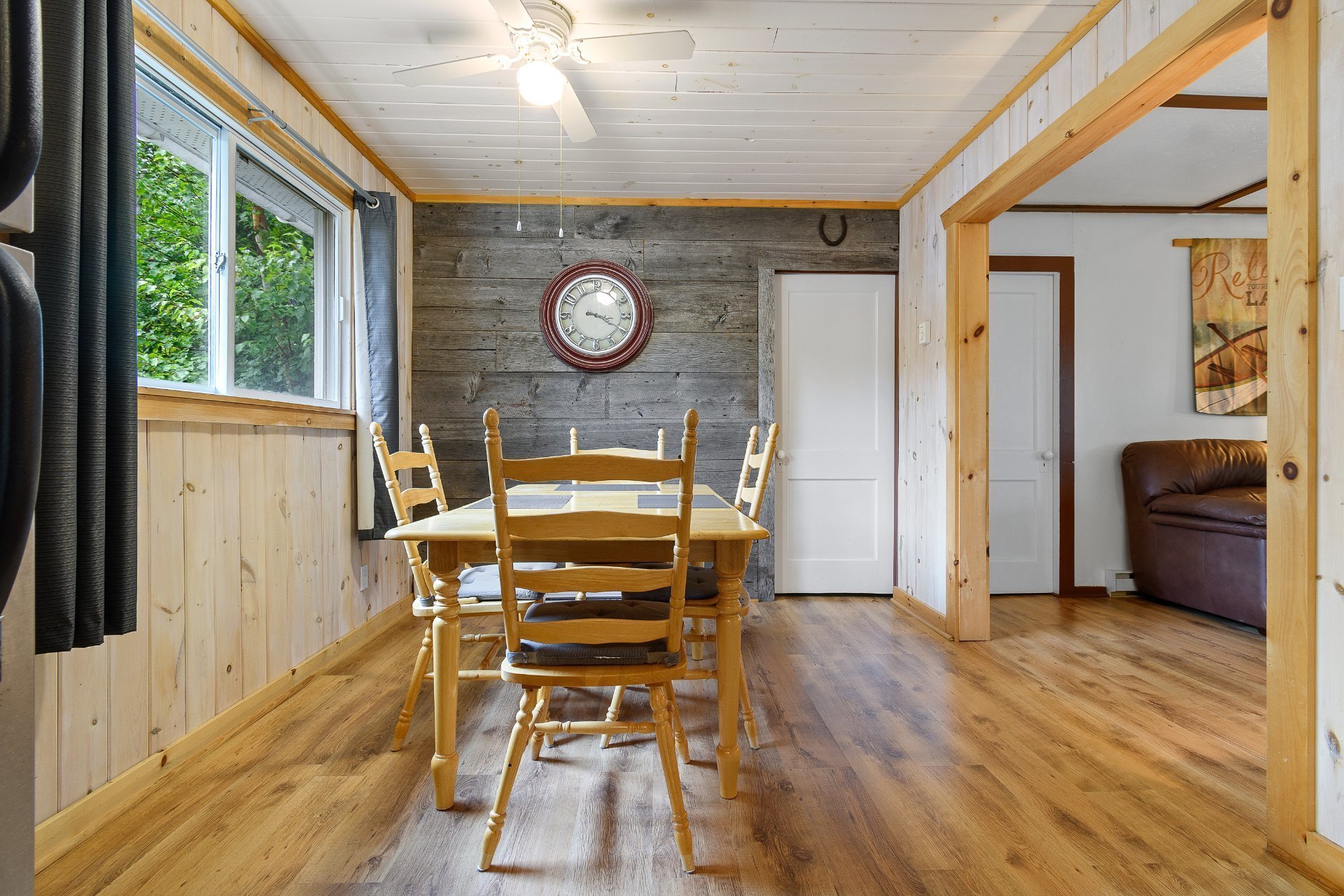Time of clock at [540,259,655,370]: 3:19
